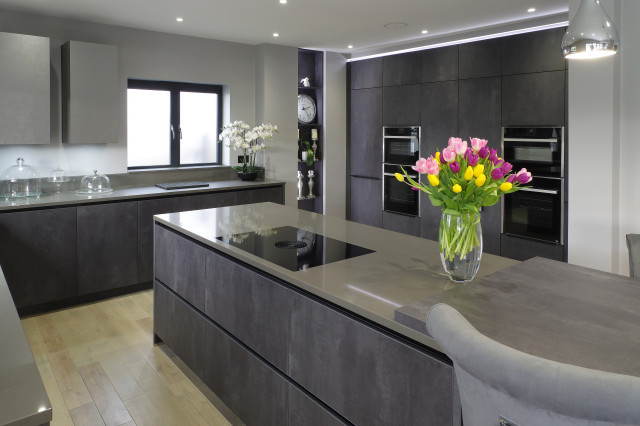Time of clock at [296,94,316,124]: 2:23
